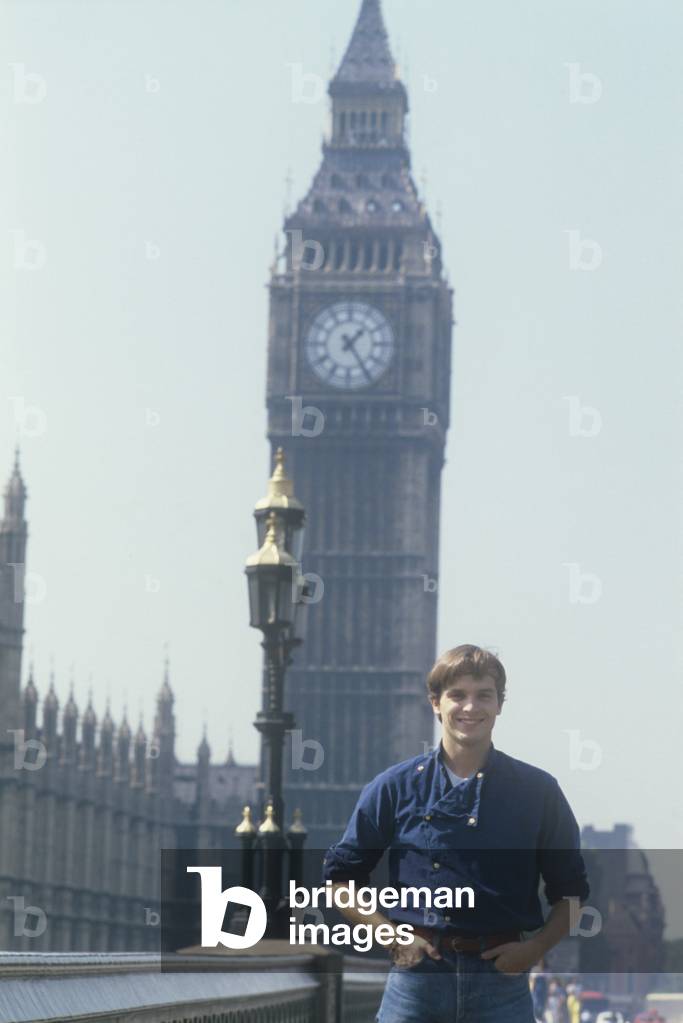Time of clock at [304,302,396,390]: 1:24
